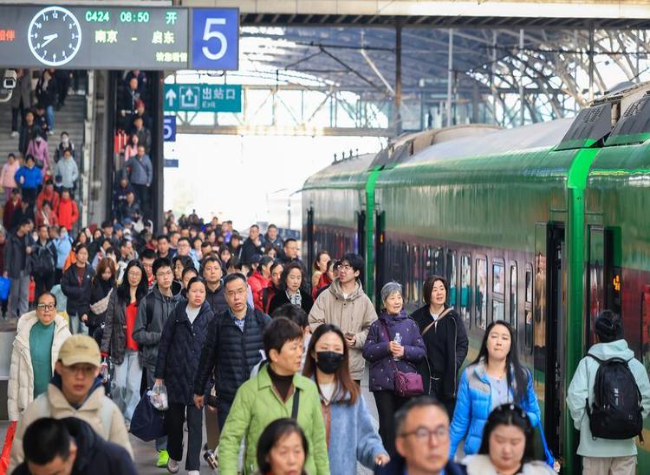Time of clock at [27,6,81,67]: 8:38
